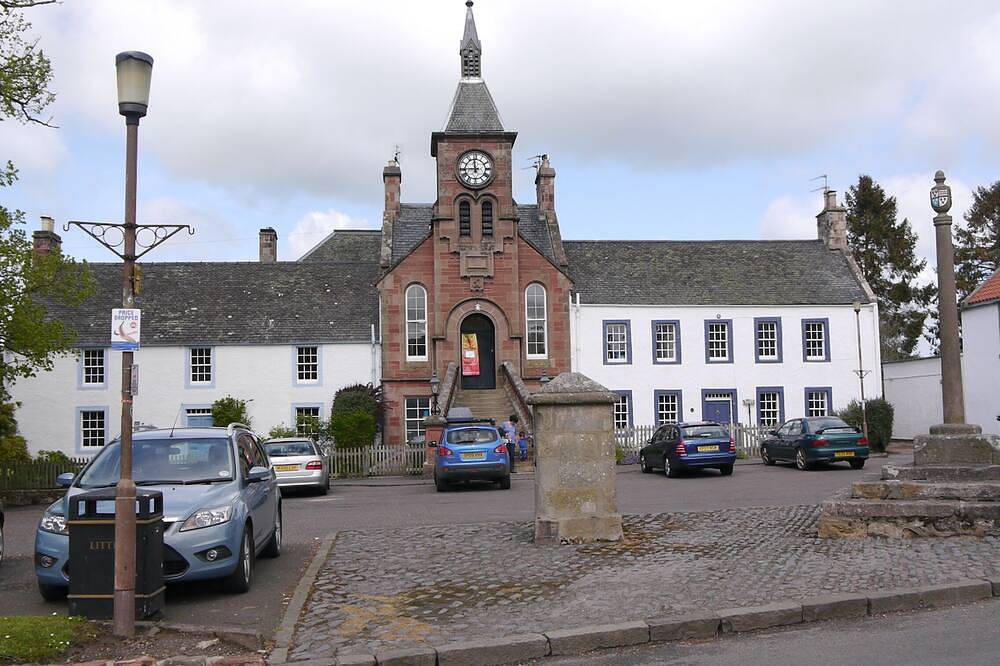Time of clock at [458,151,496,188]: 11:44
